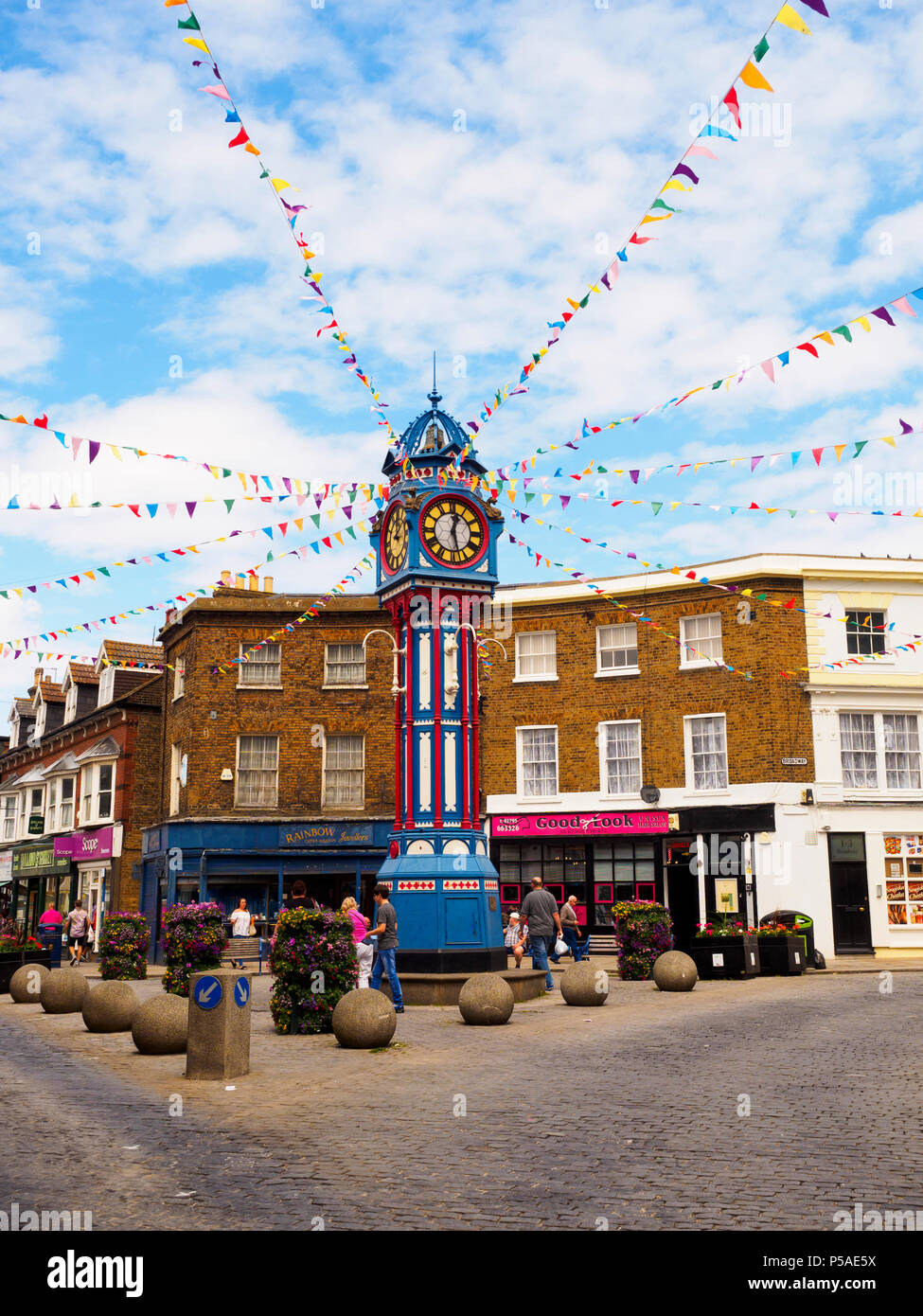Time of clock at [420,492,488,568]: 12:27
